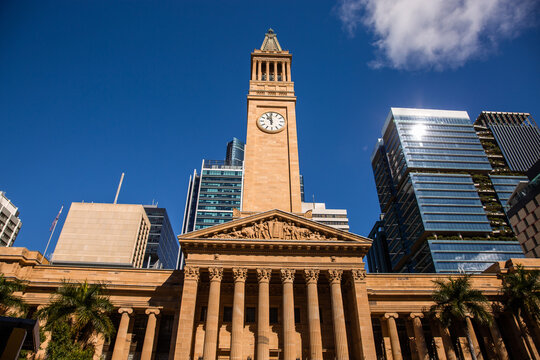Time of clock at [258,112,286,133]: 10:59
